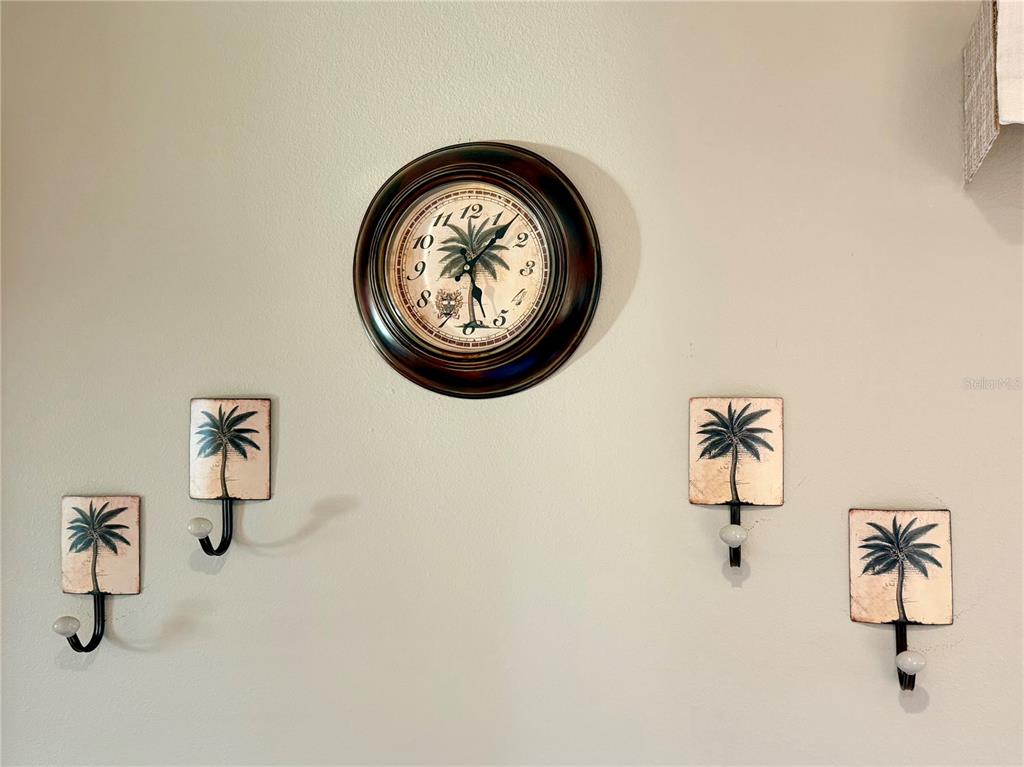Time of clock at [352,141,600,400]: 1:28
